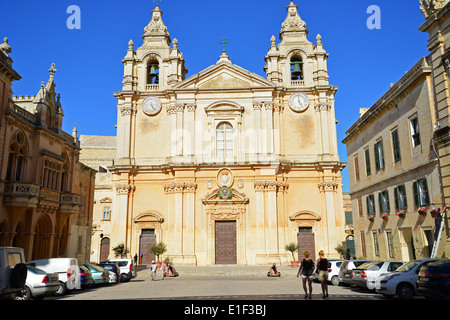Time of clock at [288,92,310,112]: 4:59
